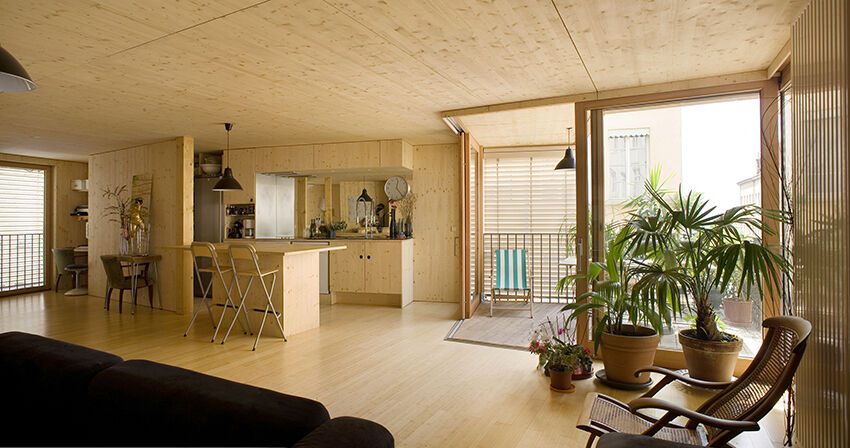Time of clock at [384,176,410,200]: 12:23
